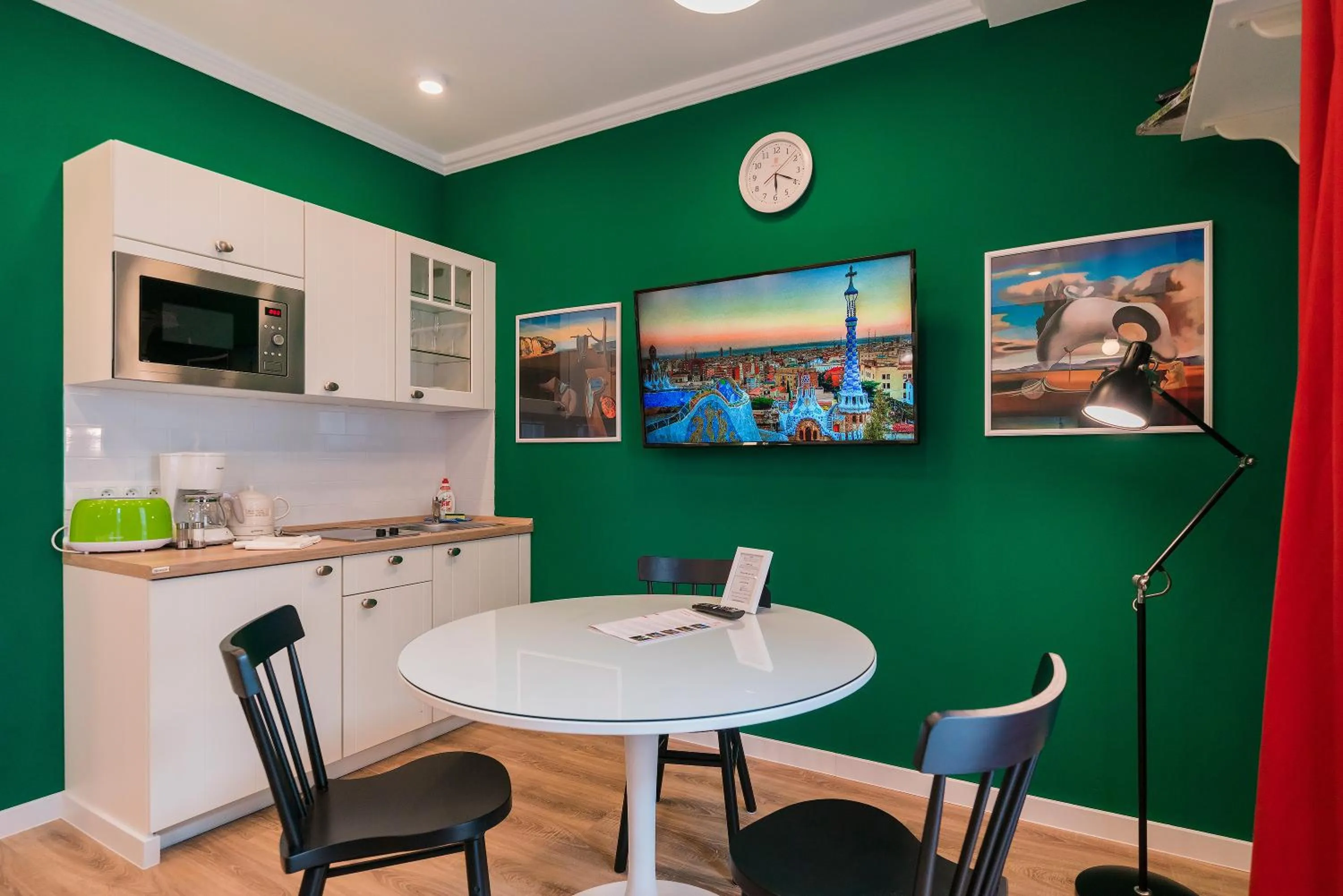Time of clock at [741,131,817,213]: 6:19
